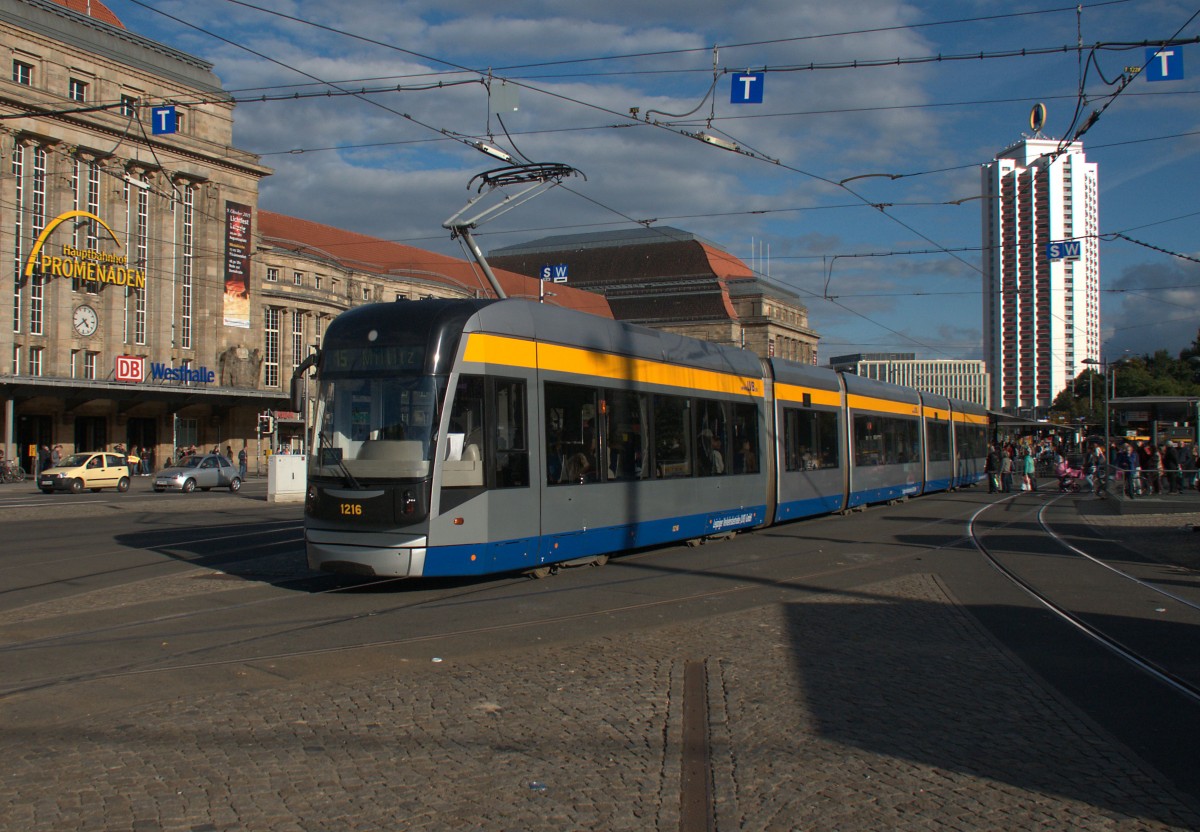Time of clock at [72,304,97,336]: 4:38
